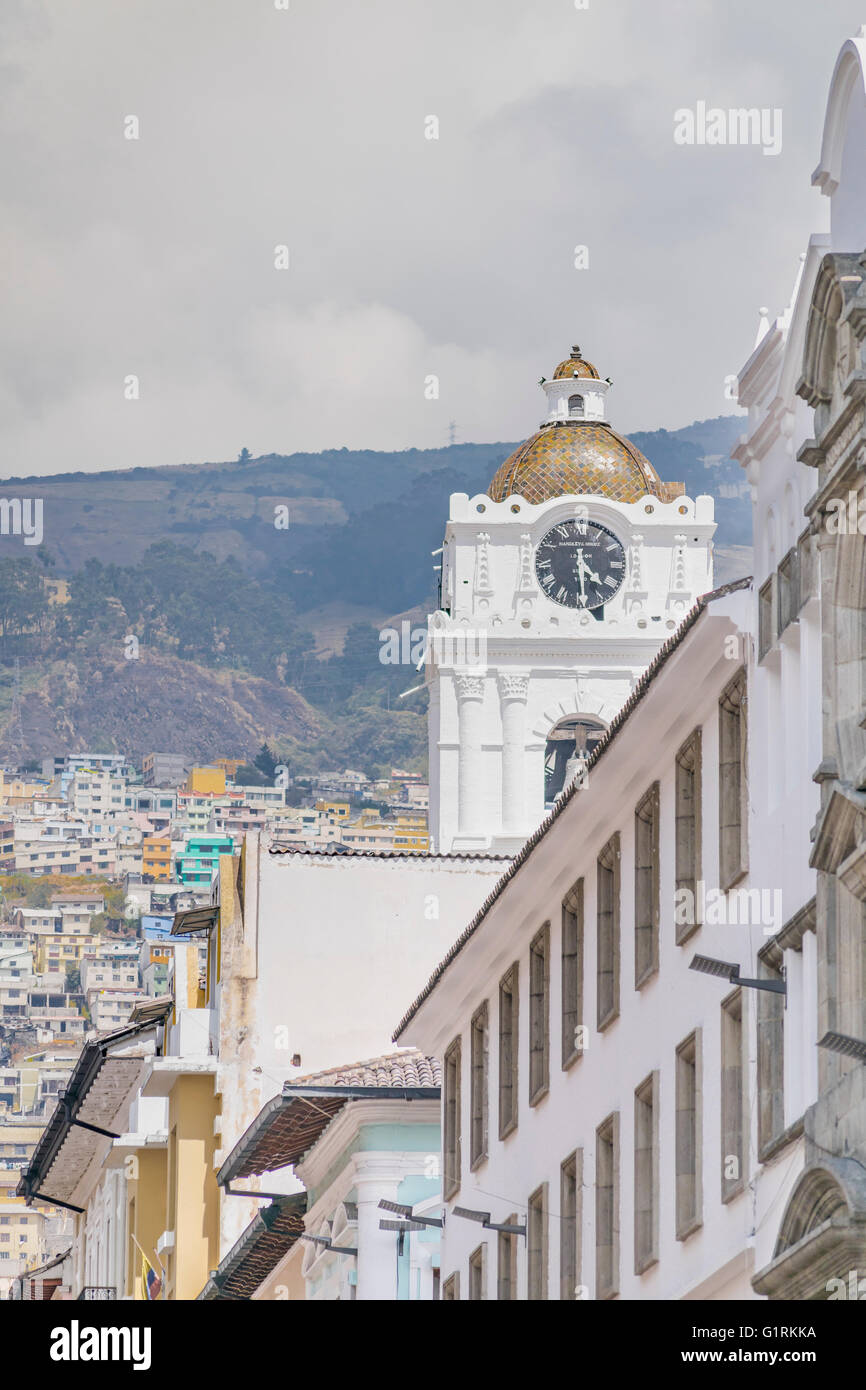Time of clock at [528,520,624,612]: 4:29
